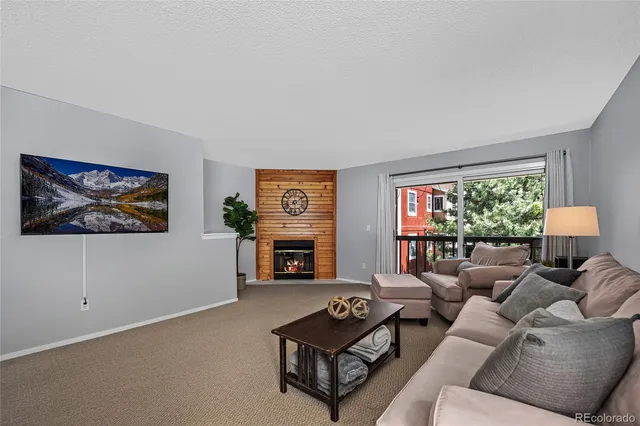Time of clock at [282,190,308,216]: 6:10
